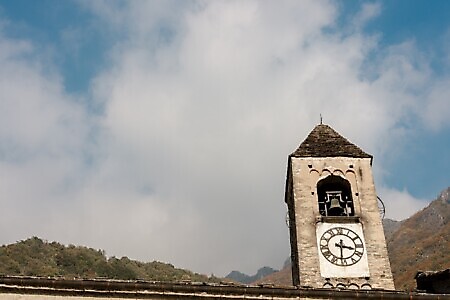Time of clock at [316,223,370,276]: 3:30
